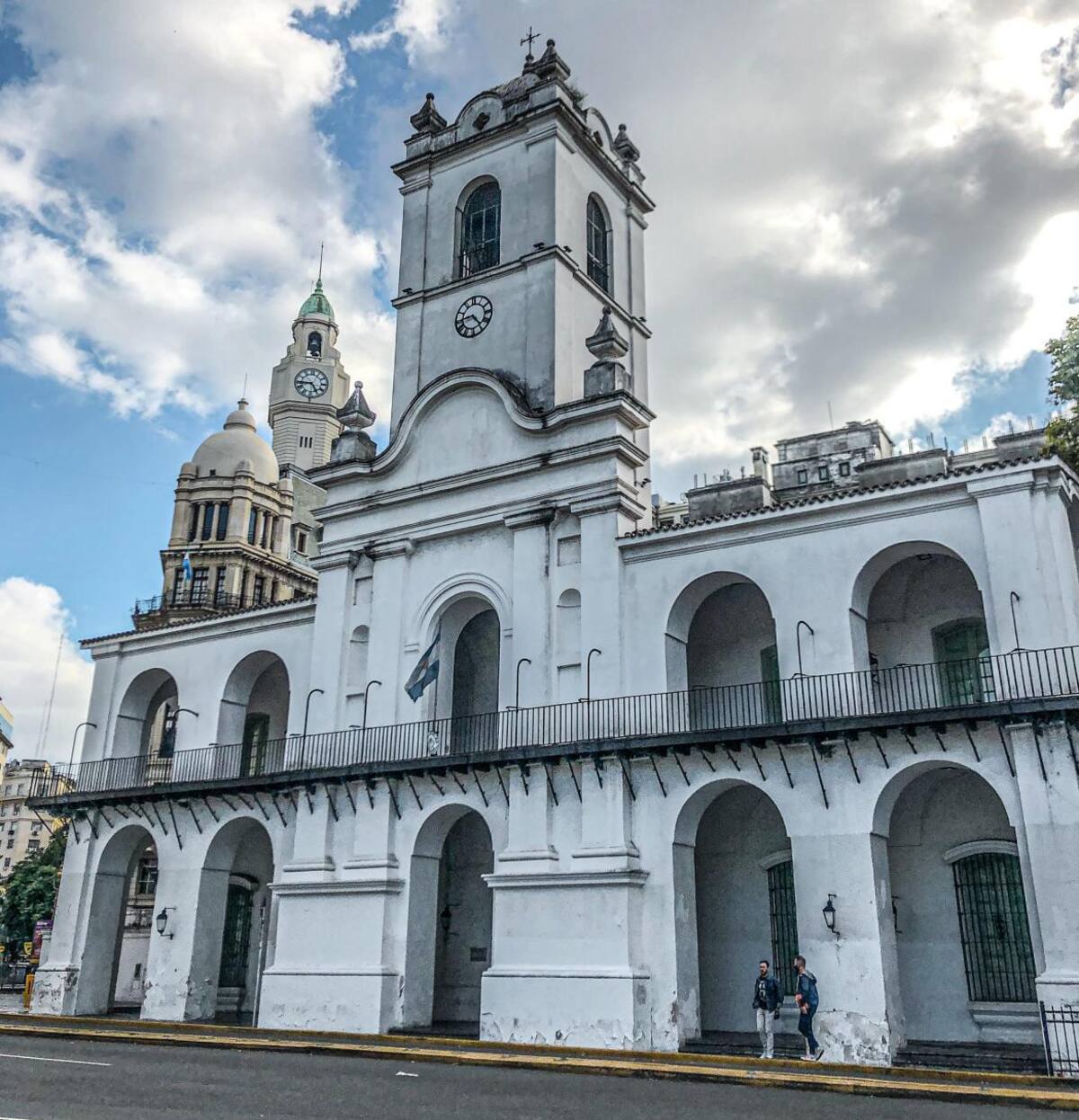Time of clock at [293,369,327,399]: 4:44
